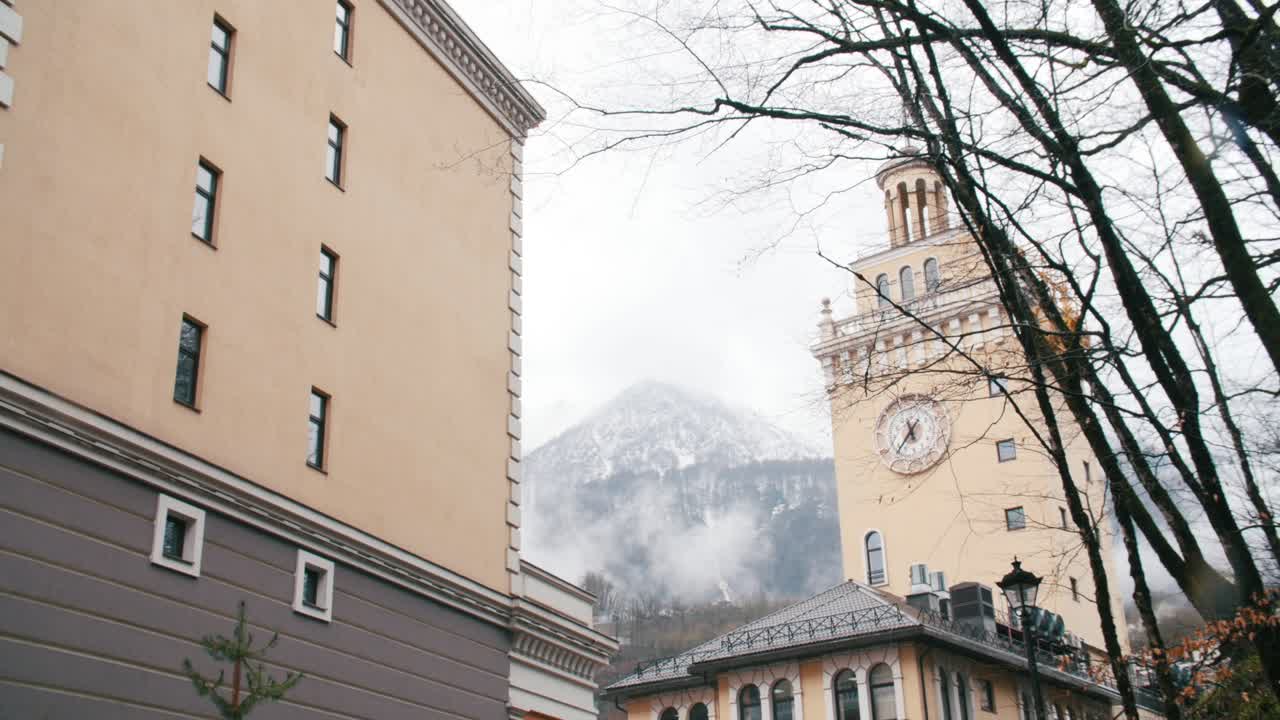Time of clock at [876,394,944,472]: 5:35
